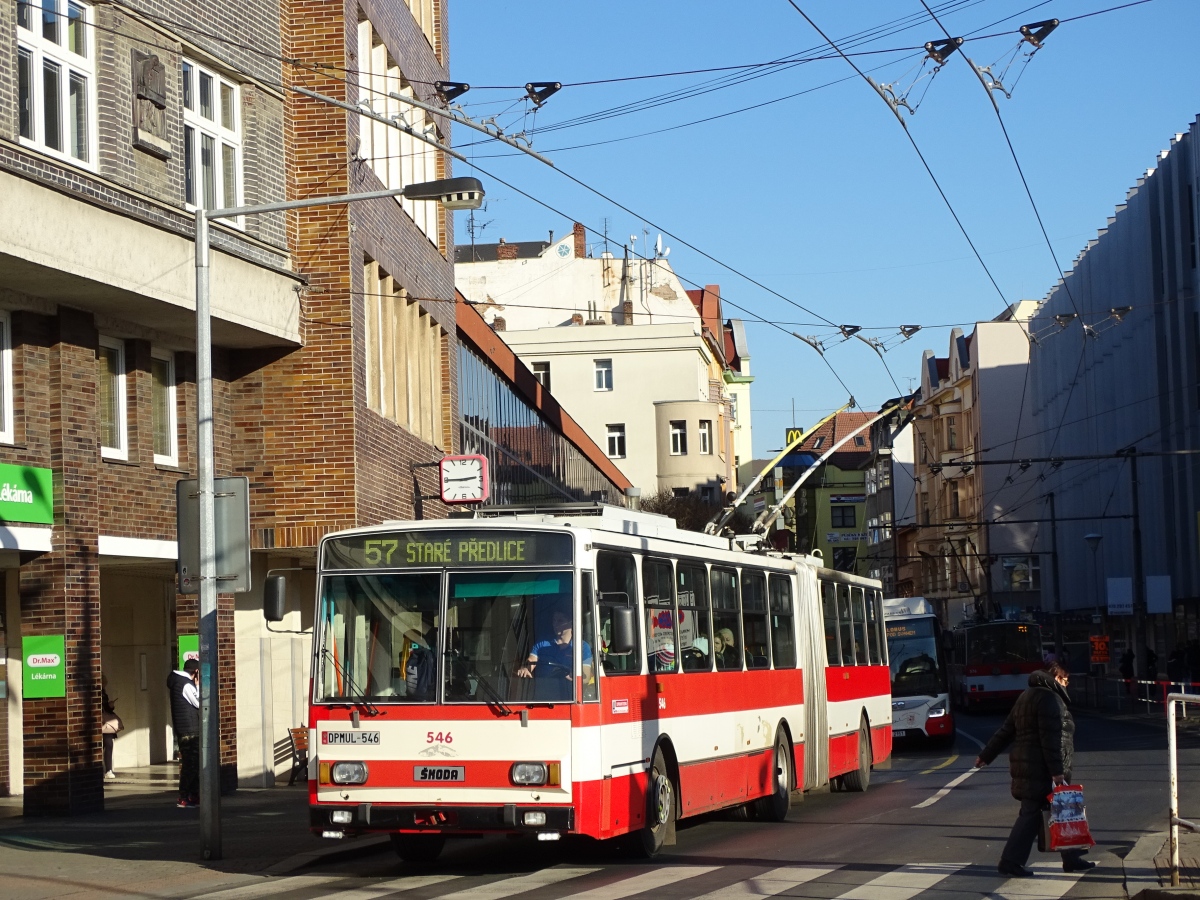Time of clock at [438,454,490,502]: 2:45
